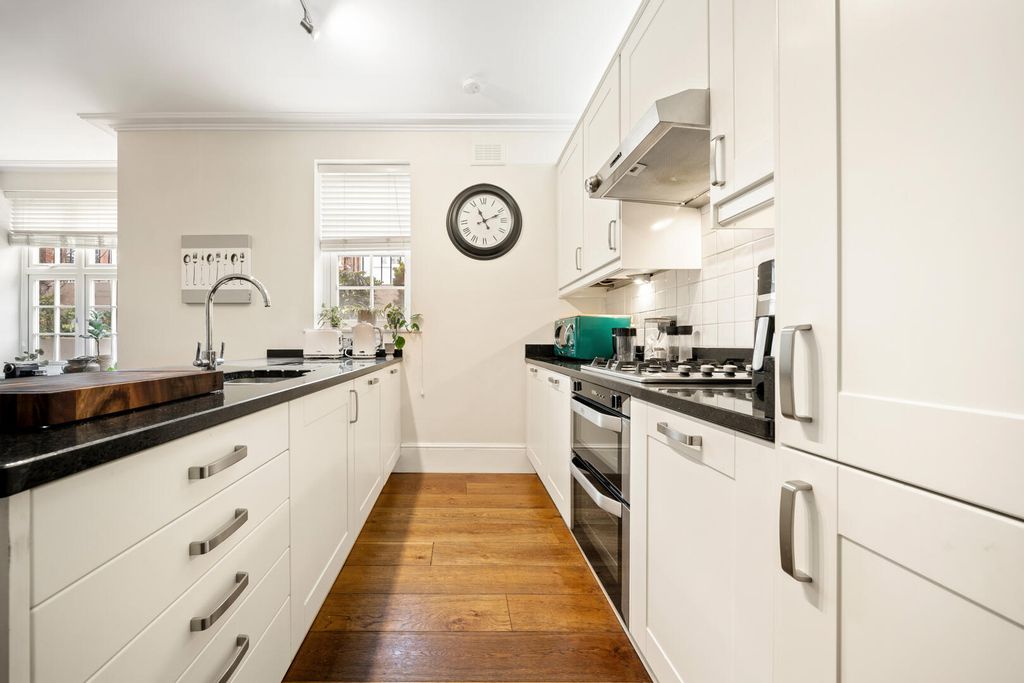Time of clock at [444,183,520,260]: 11:11
